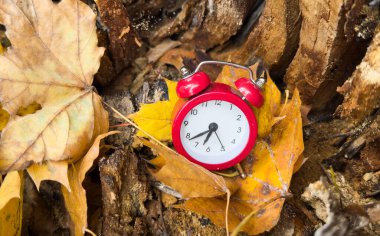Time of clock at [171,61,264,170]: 6:38
